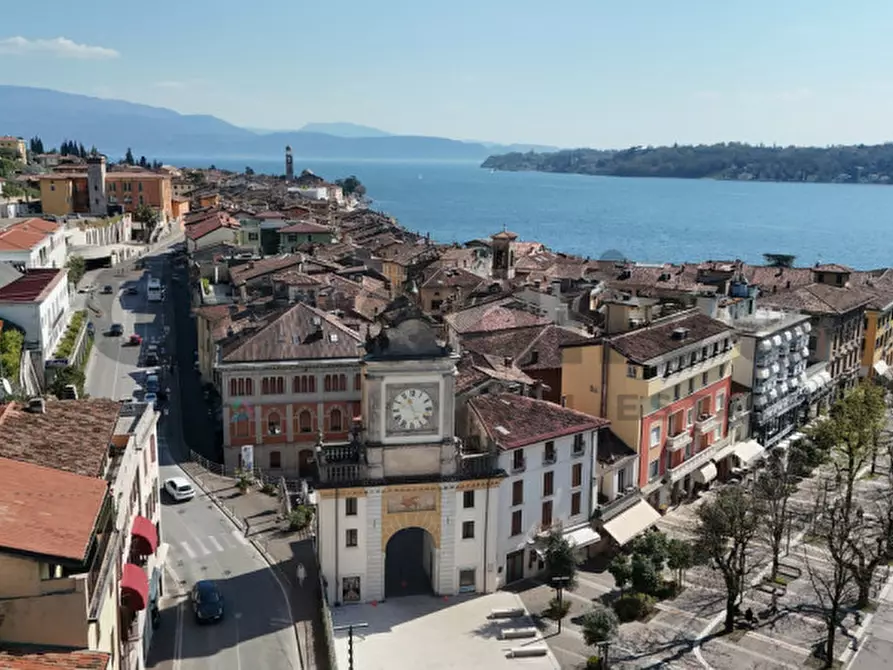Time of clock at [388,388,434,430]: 11:25
